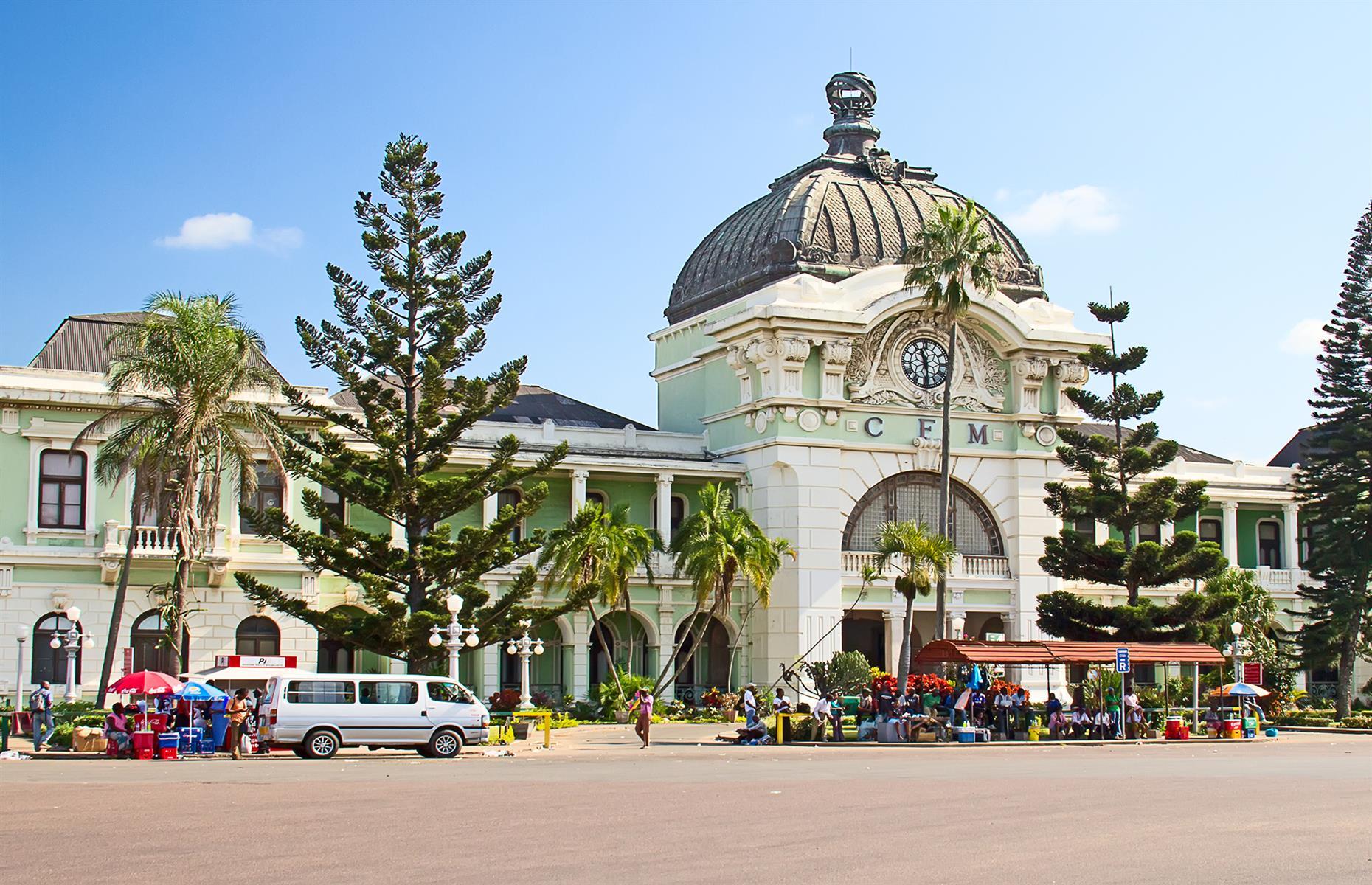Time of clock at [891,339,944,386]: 11:28
